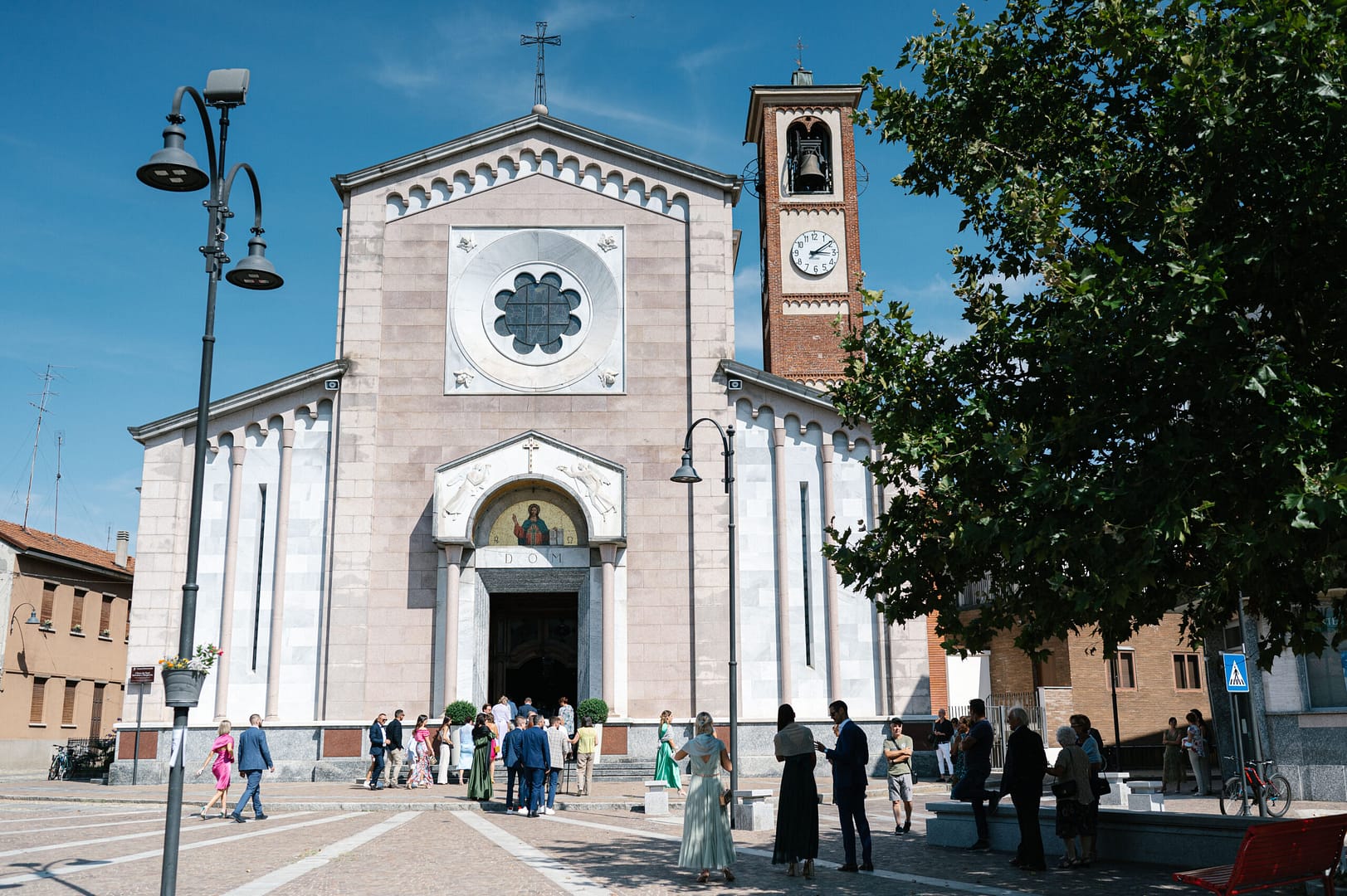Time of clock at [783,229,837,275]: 3:09
